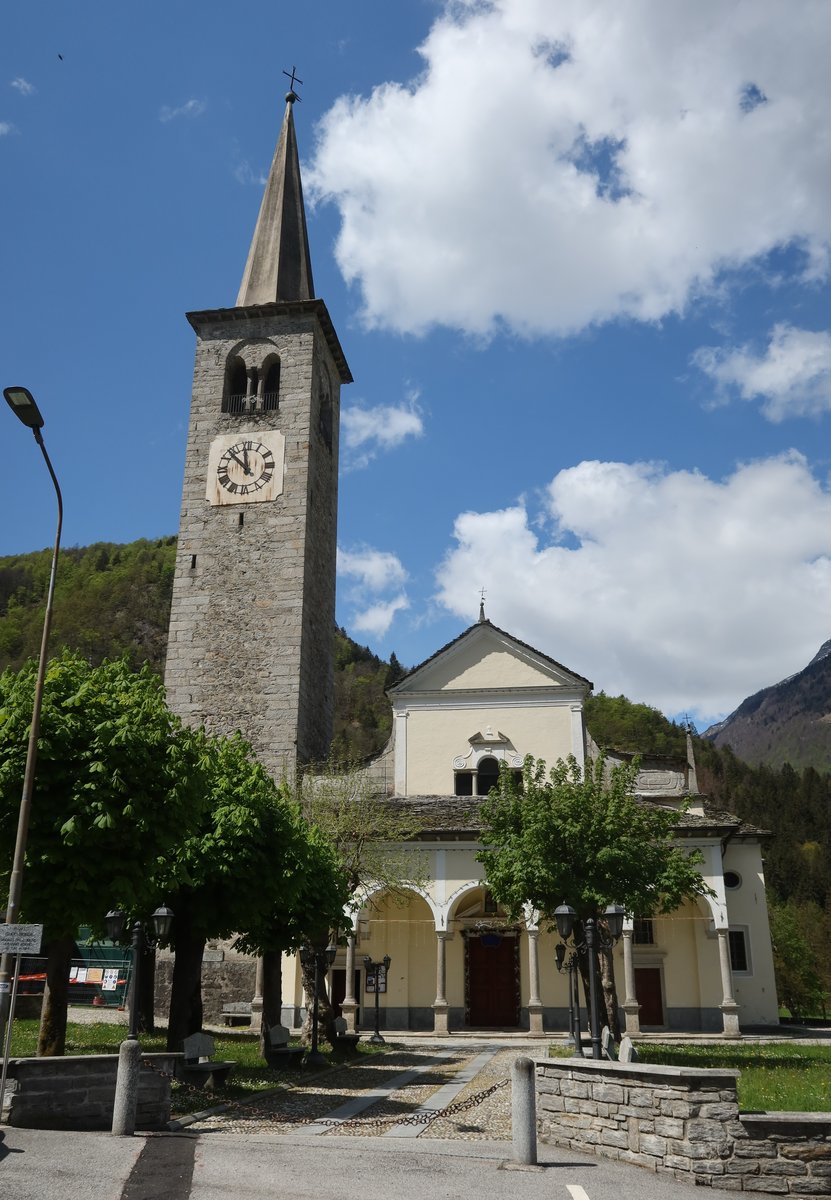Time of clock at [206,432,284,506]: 11:52
